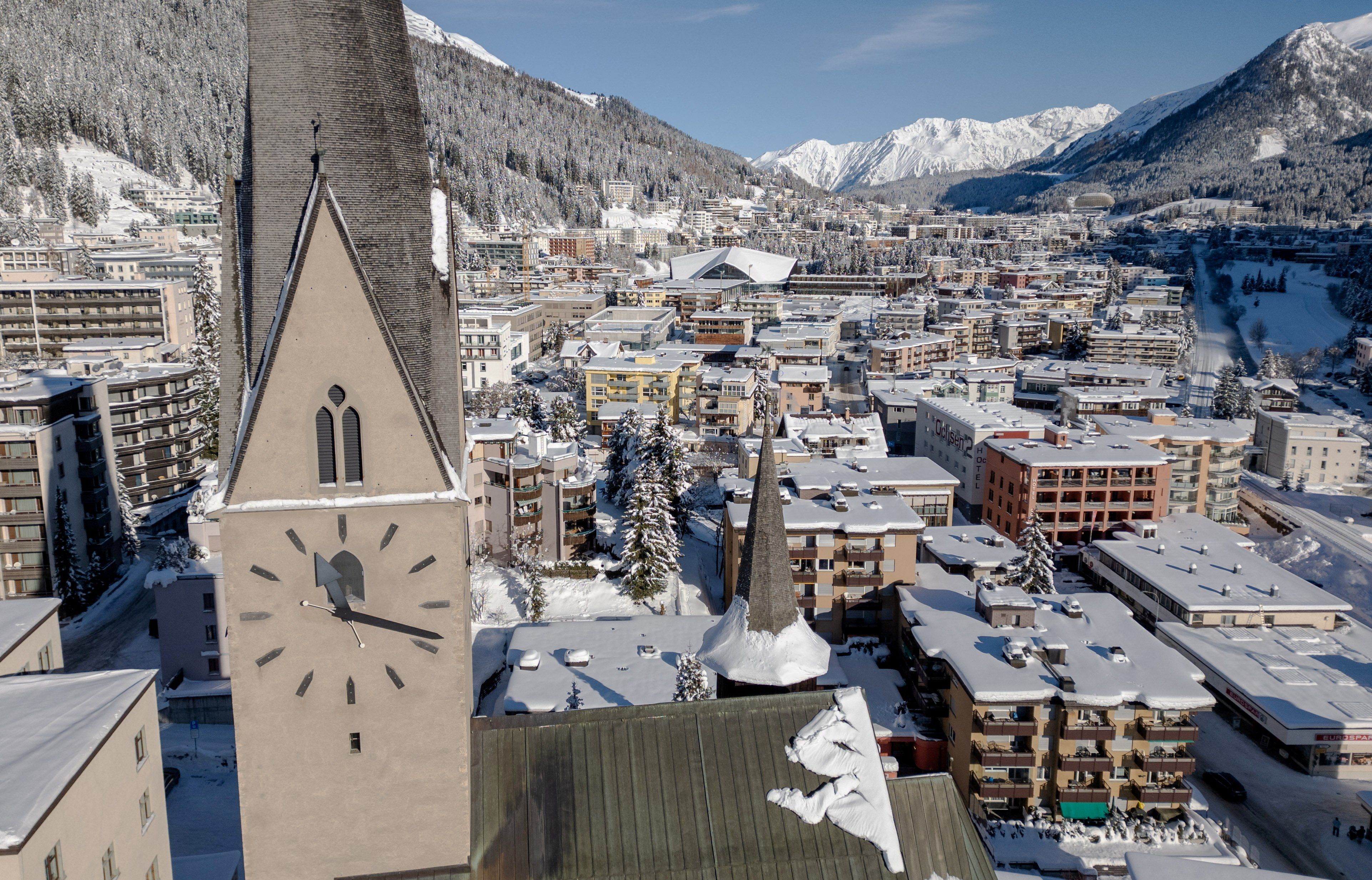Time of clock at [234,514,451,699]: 12:18
